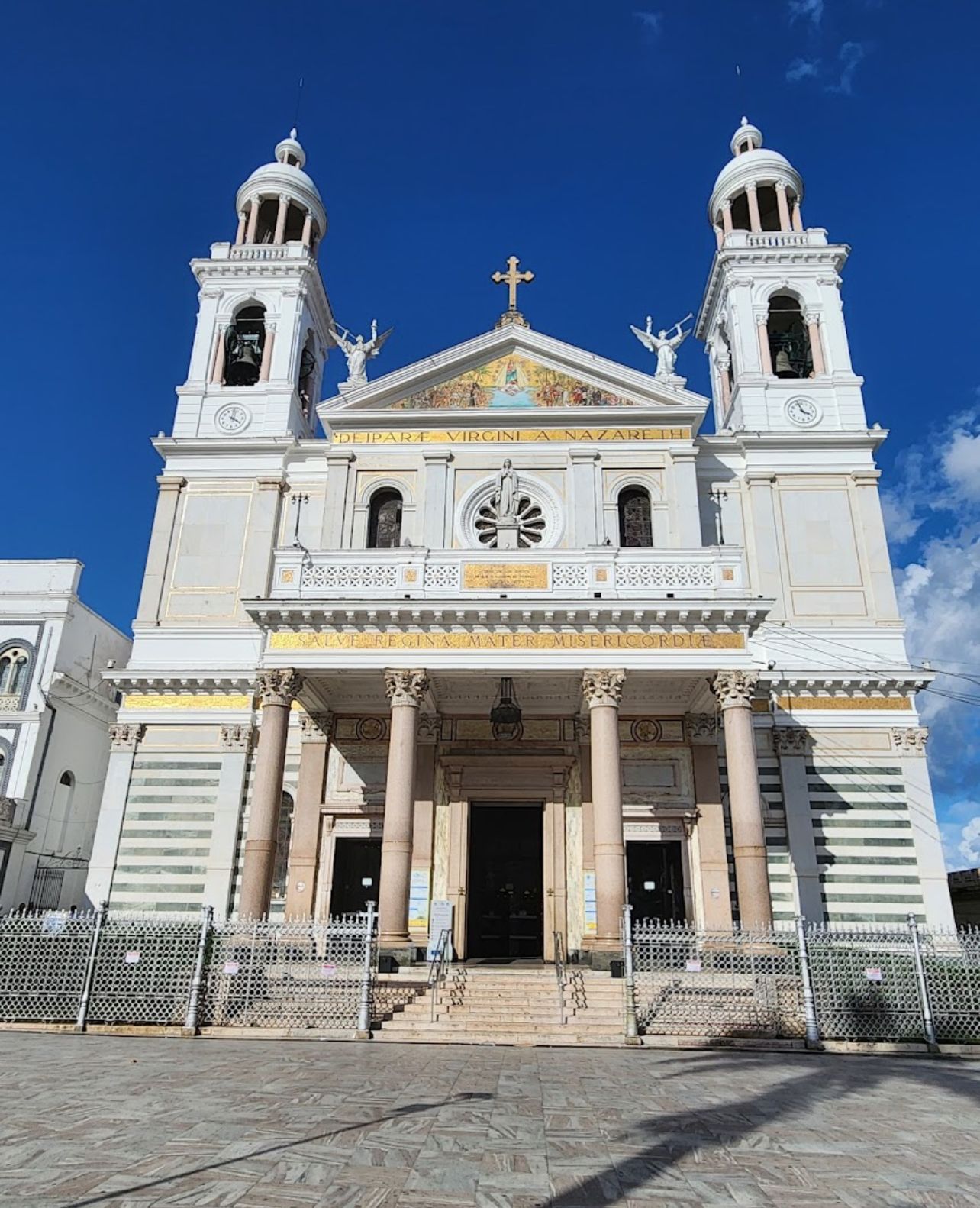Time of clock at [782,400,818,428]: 3:57
